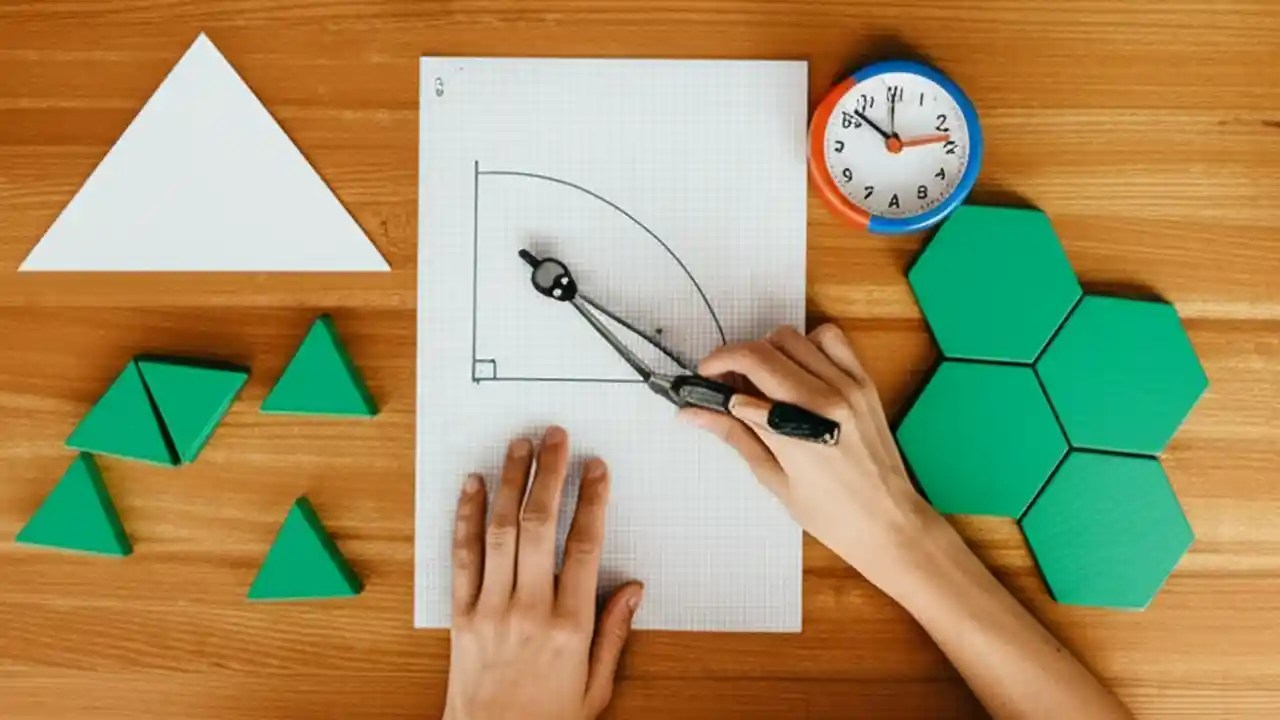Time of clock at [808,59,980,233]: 10:13
